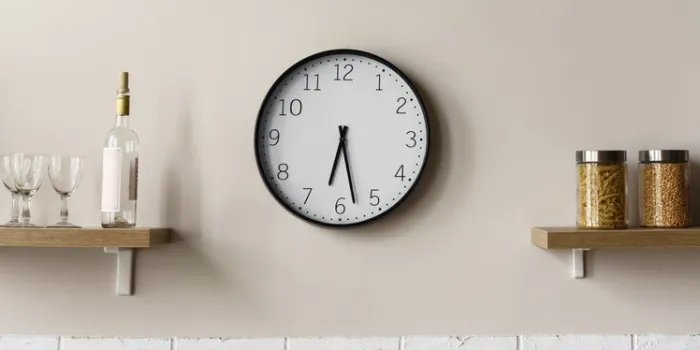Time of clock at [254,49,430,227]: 6:27
